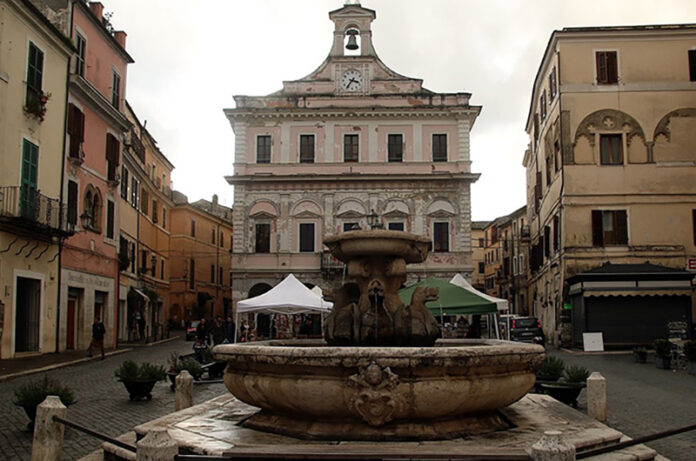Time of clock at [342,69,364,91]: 3:36
